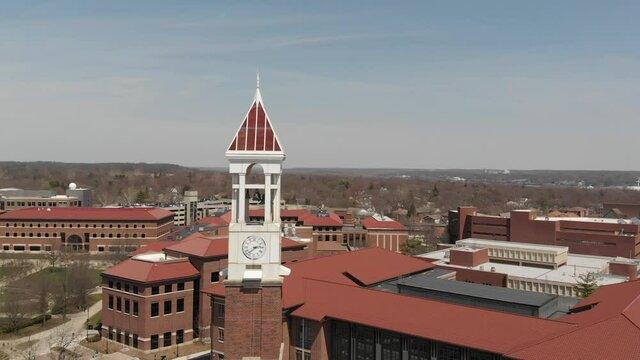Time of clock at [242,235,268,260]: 2:38
